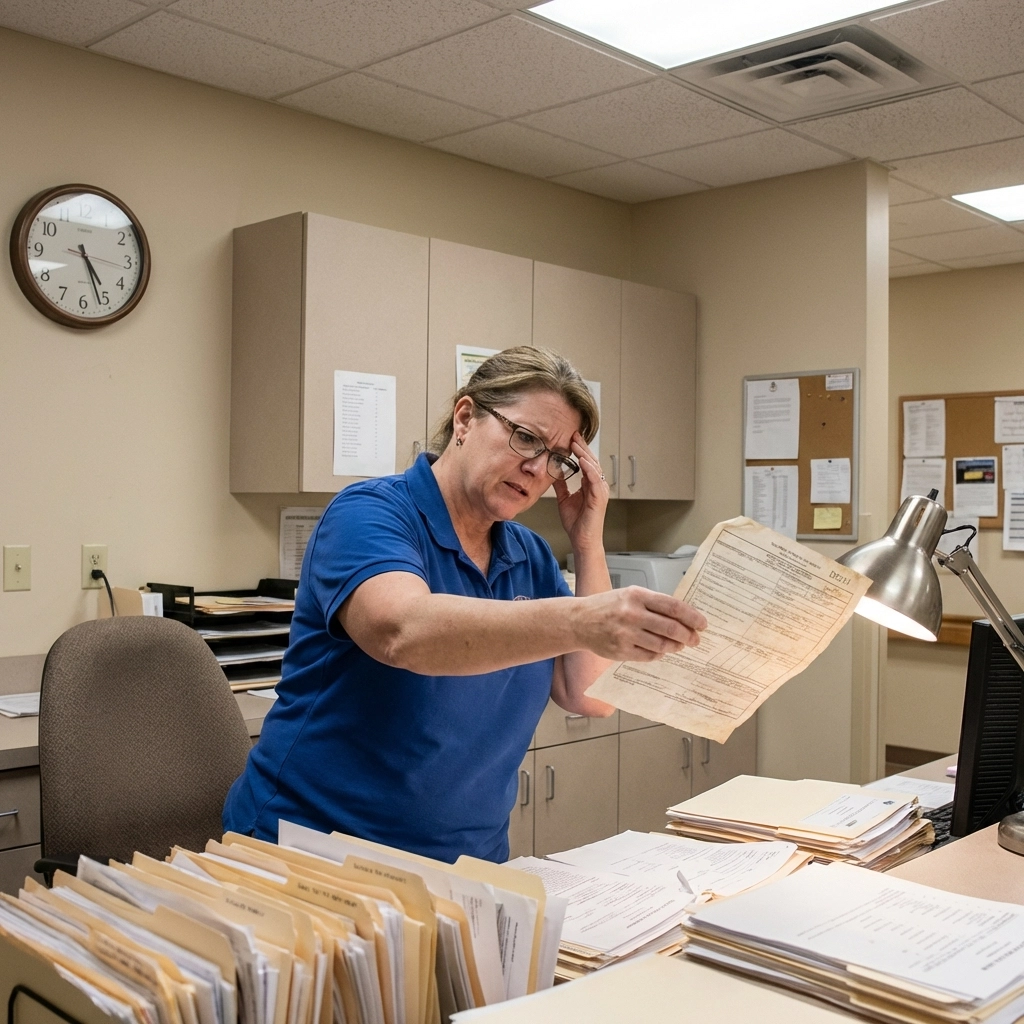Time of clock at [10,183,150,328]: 4:26
